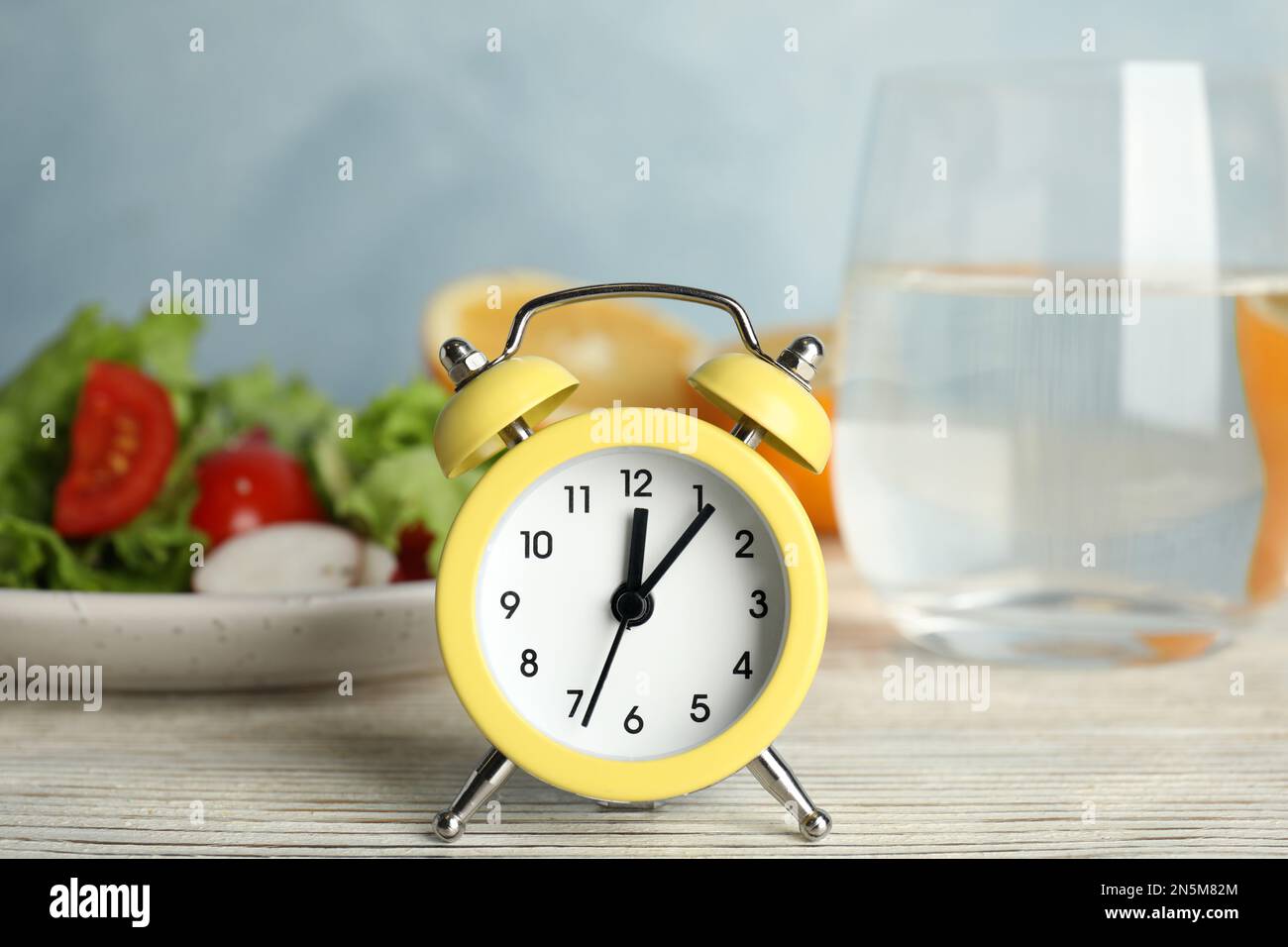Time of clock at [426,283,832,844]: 12:06
